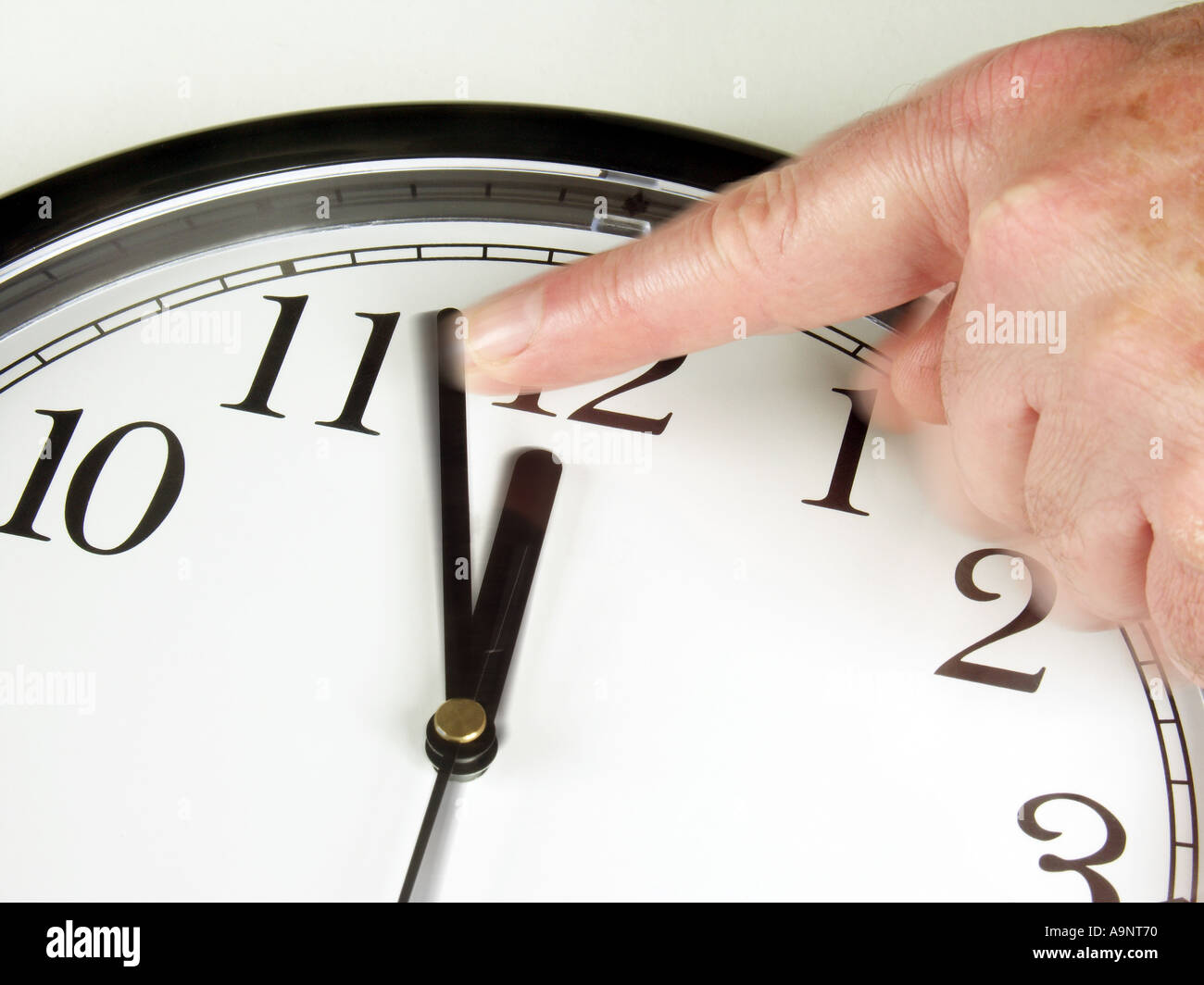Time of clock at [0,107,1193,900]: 11:57
